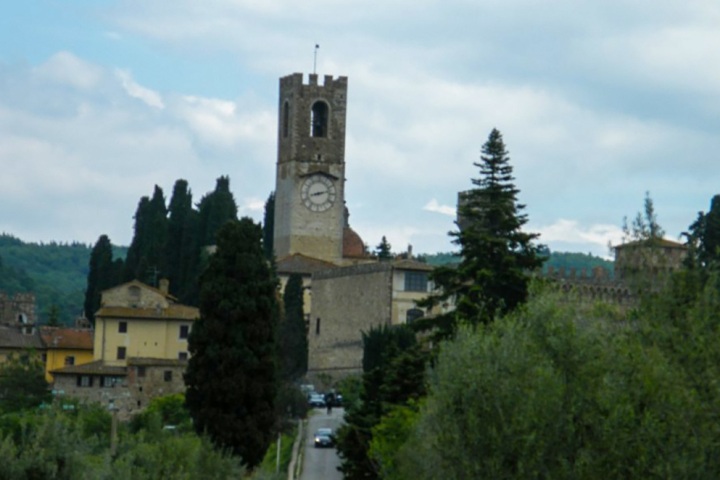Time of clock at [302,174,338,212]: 8:12
